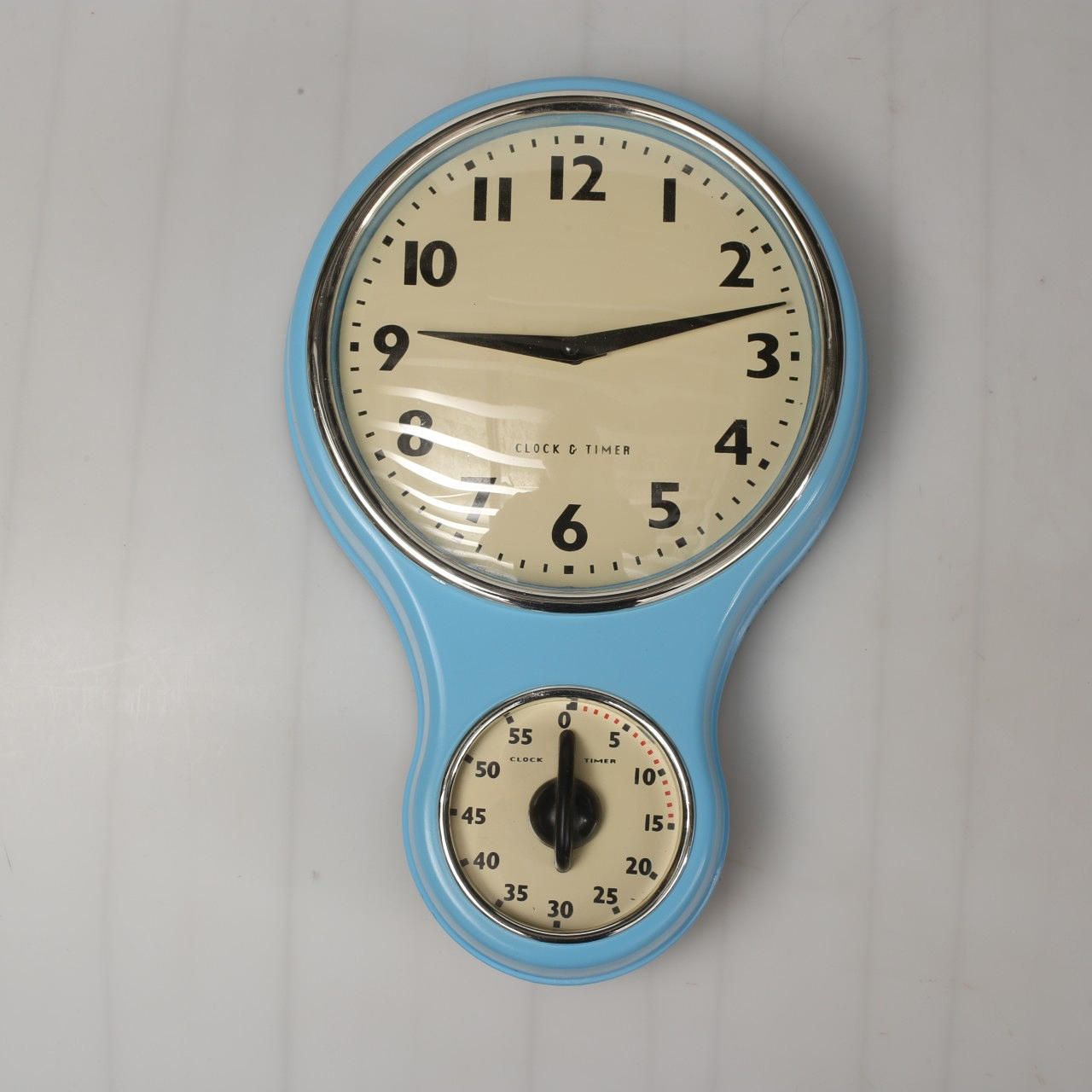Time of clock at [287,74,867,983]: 9:12
